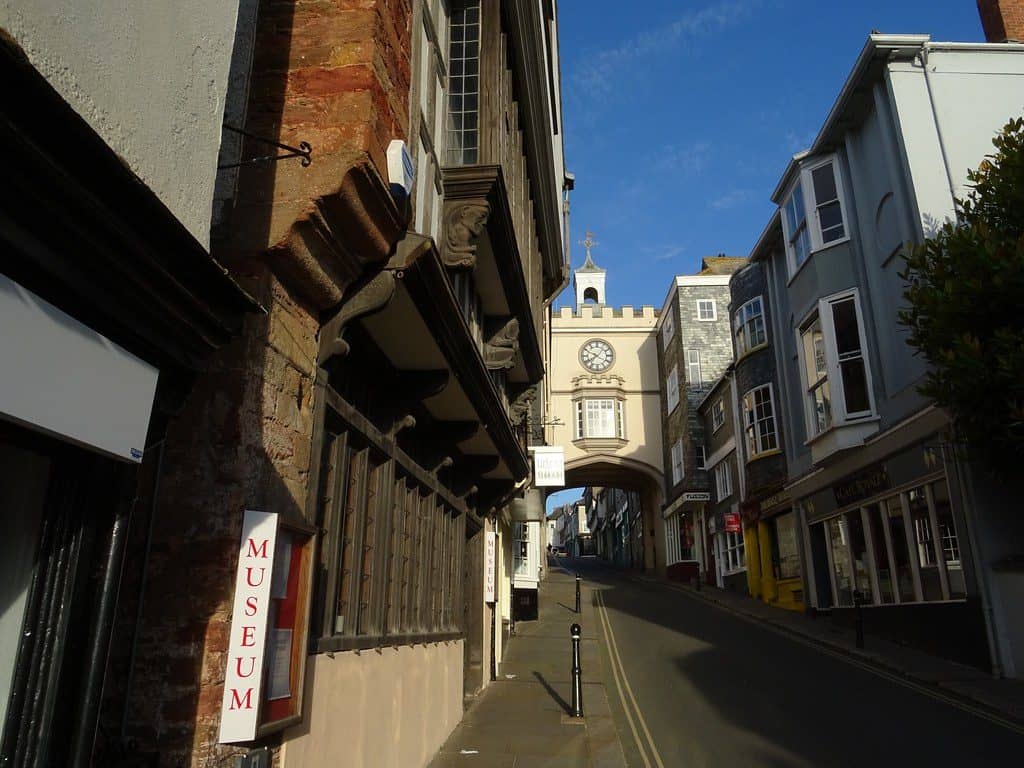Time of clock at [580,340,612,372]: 7:49
